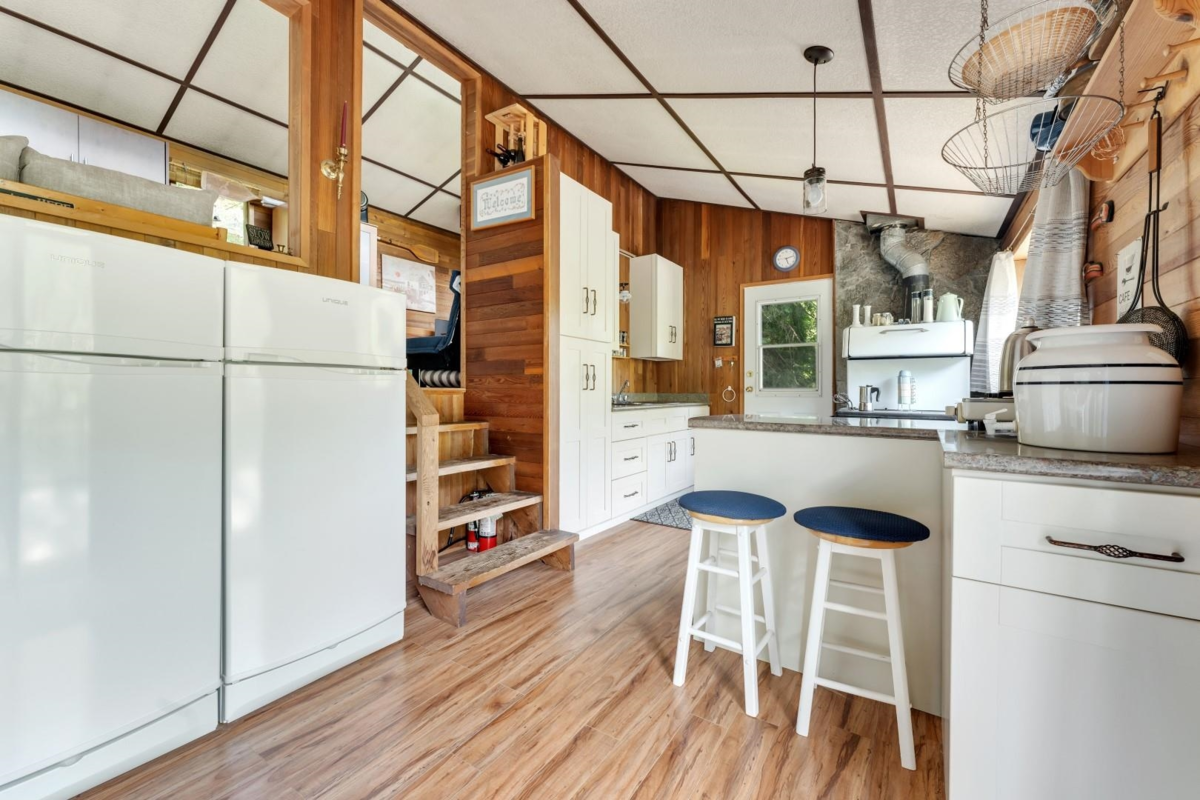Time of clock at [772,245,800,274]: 5:12
